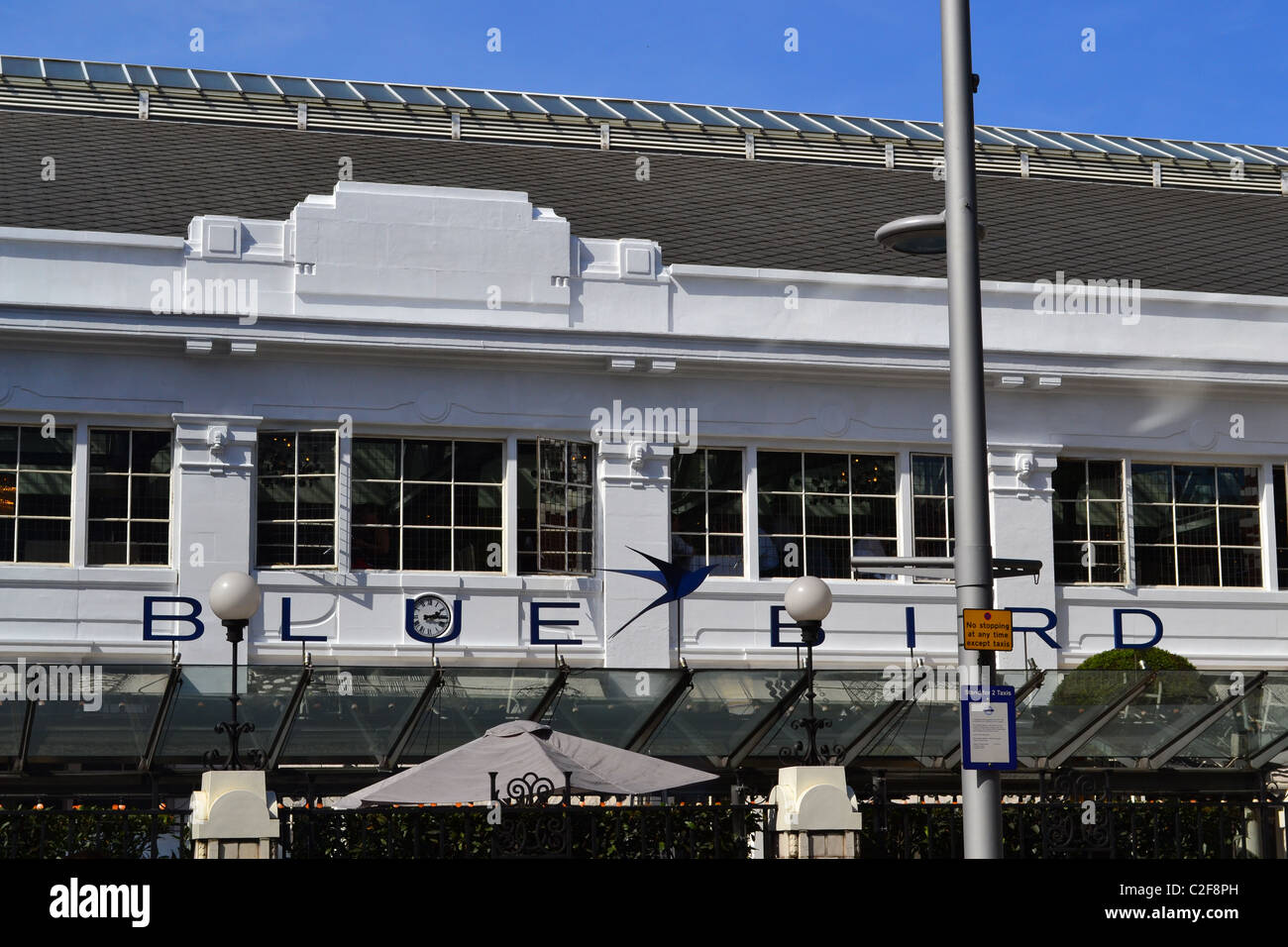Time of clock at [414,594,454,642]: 2:15
